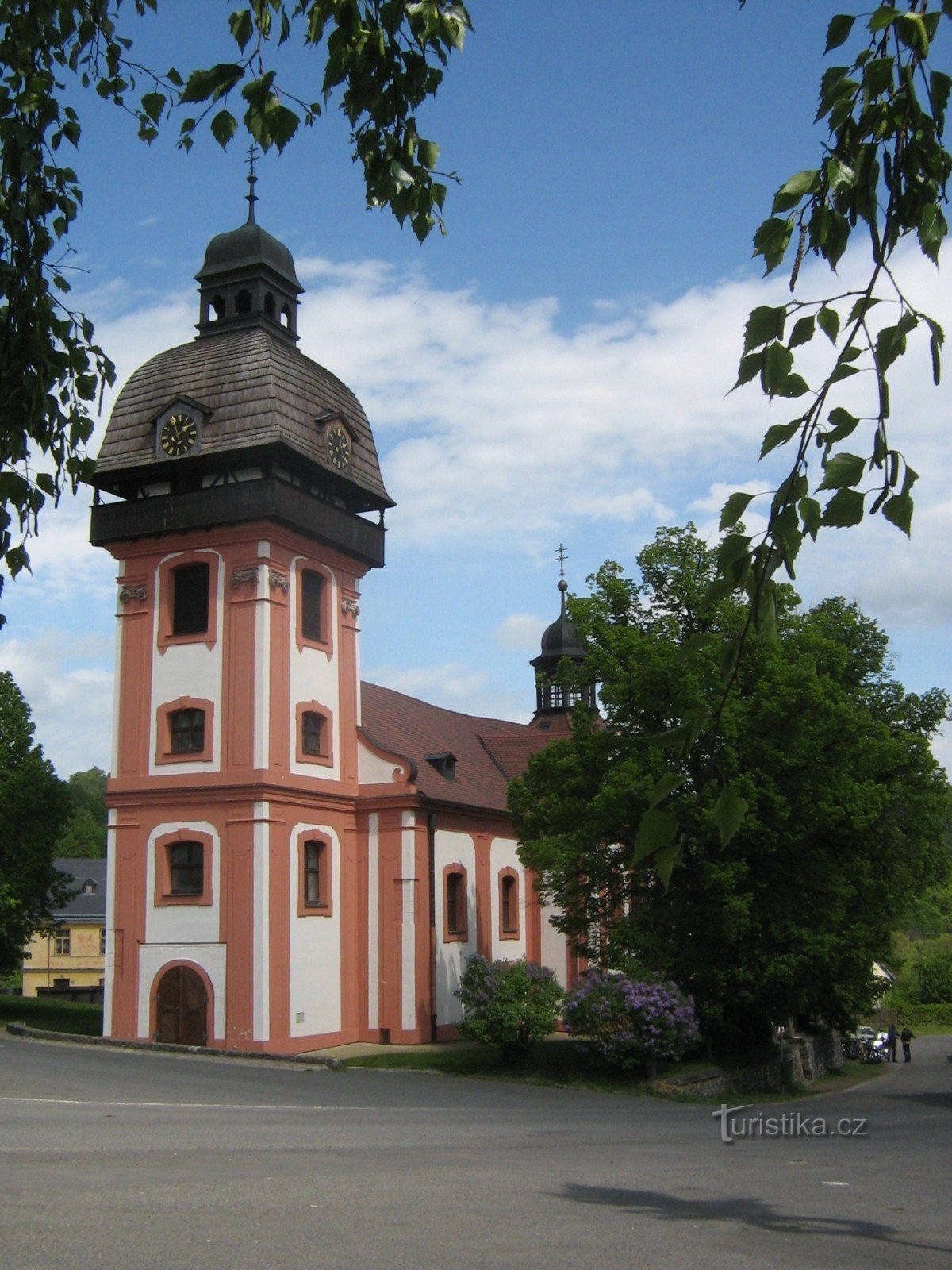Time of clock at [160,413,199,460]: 1:56
